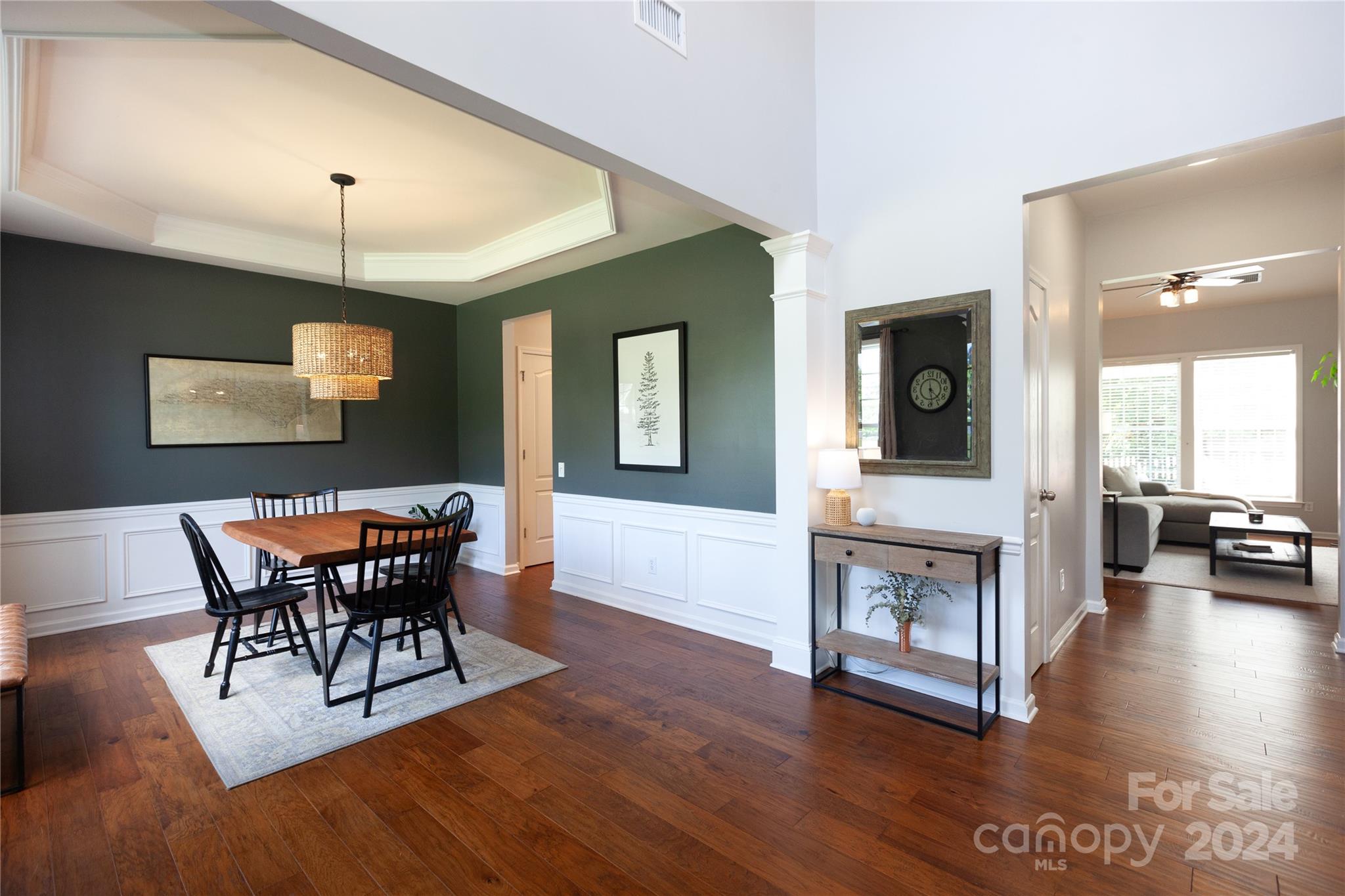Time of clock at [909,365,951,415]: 4:28
